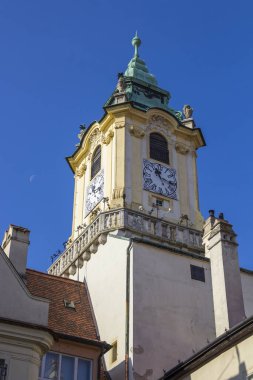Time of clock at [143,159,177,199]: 11:17
